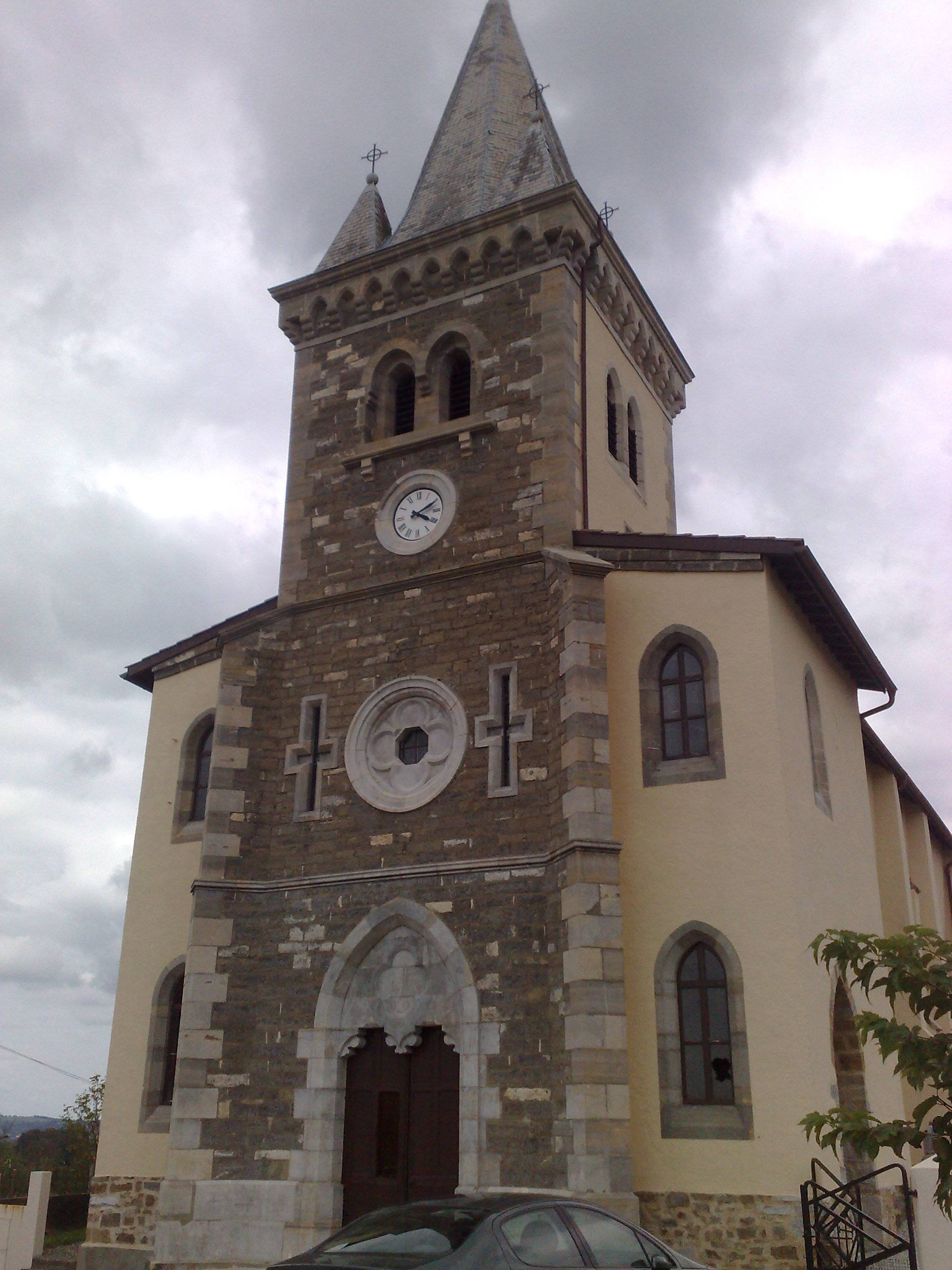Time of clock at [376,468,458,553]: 4:10
